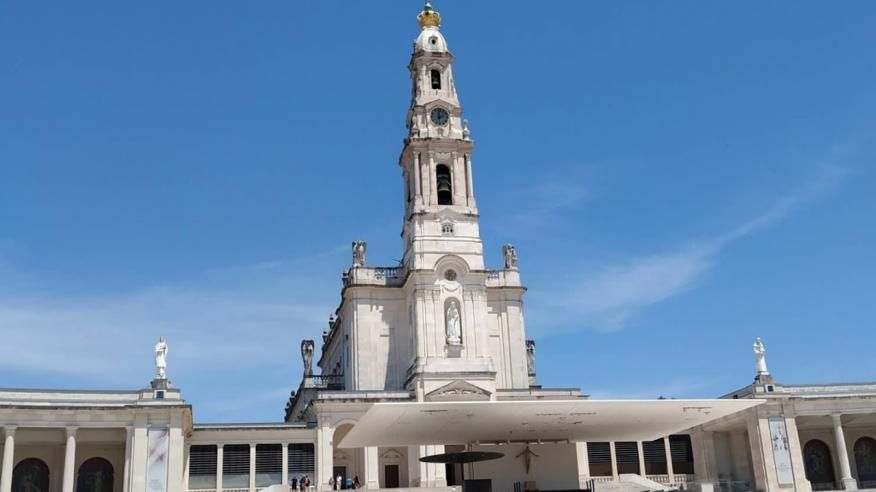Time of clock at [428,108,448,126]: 1:59
